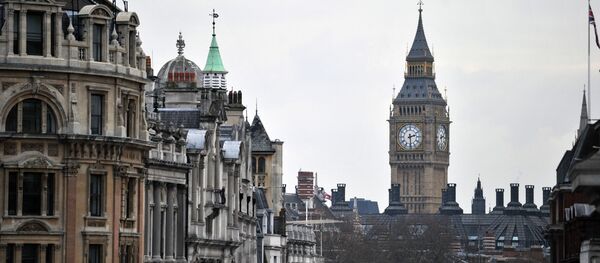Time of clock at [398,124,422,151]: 2:29
